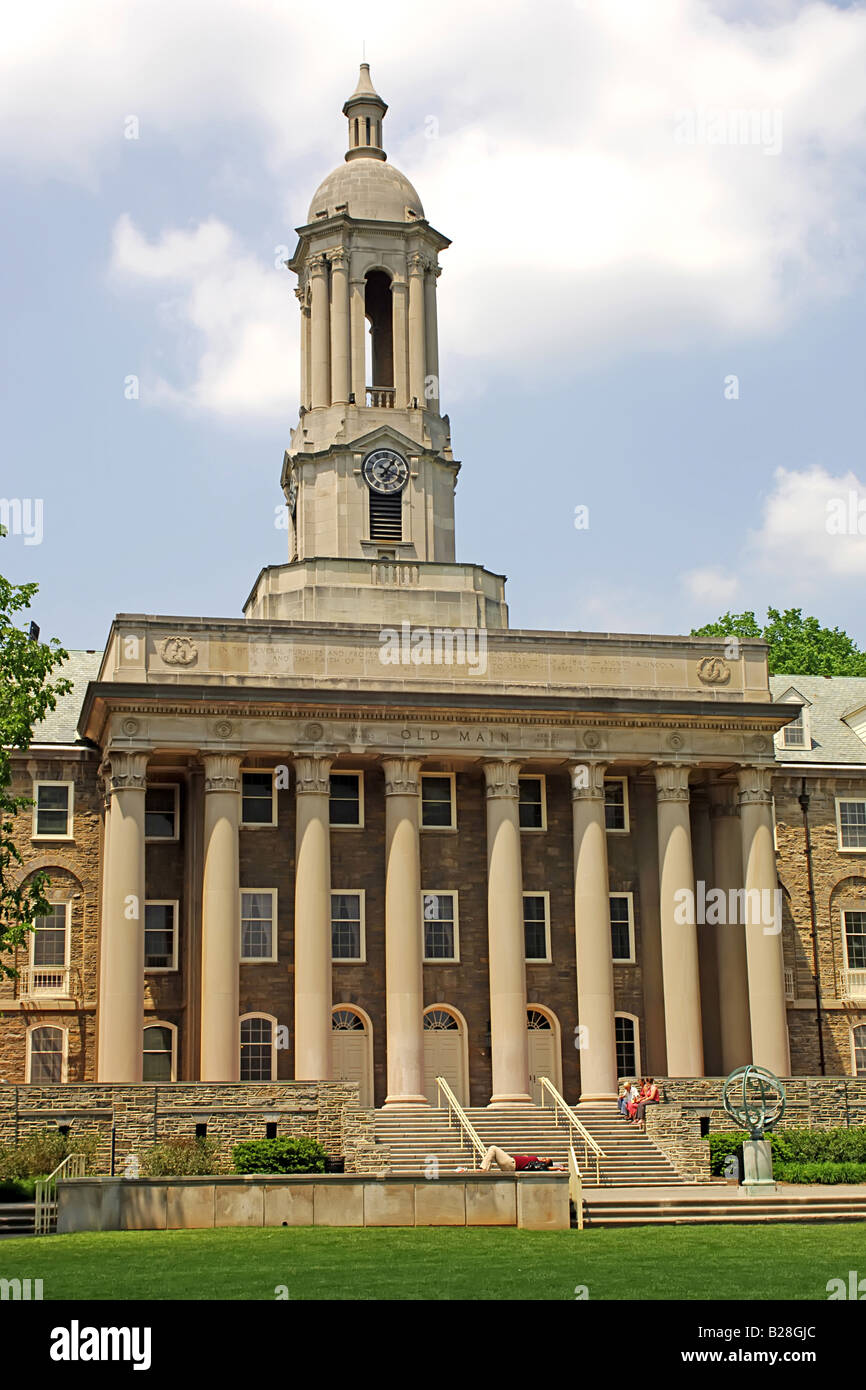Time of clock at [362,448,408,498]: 1:18
